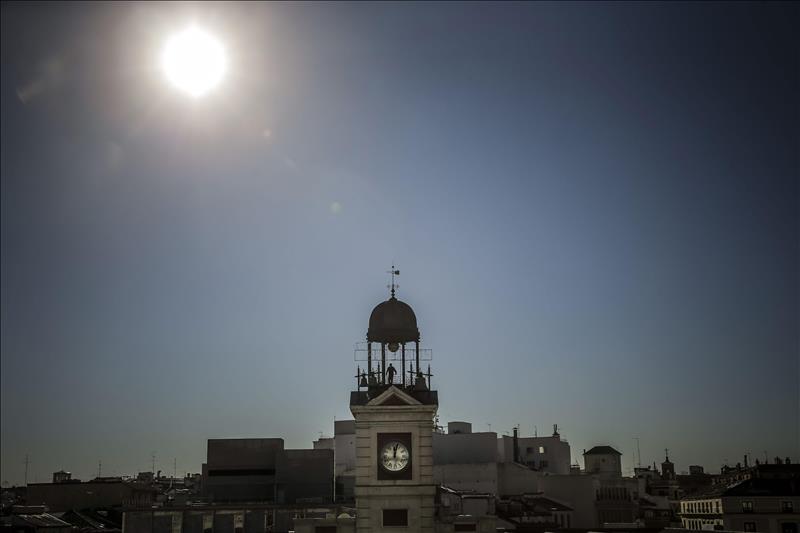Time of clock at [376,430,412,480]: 12:02
